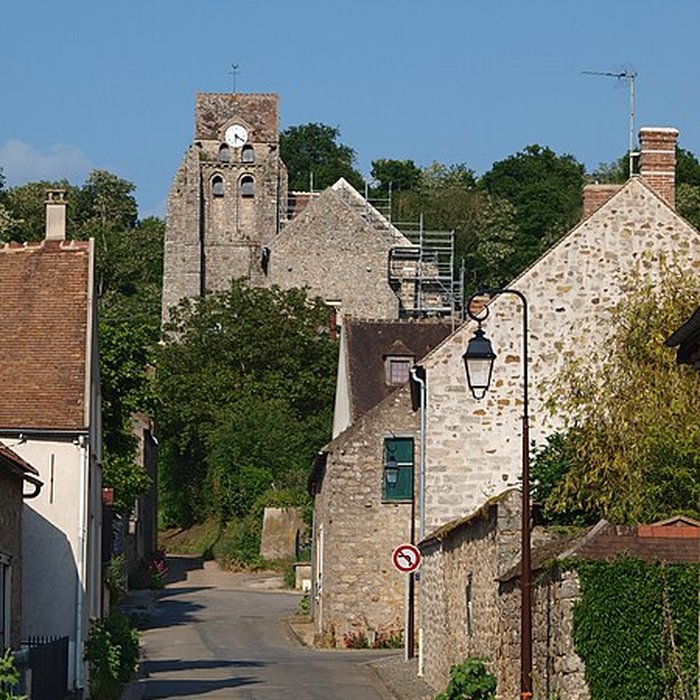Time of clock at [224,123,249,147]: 6:20
